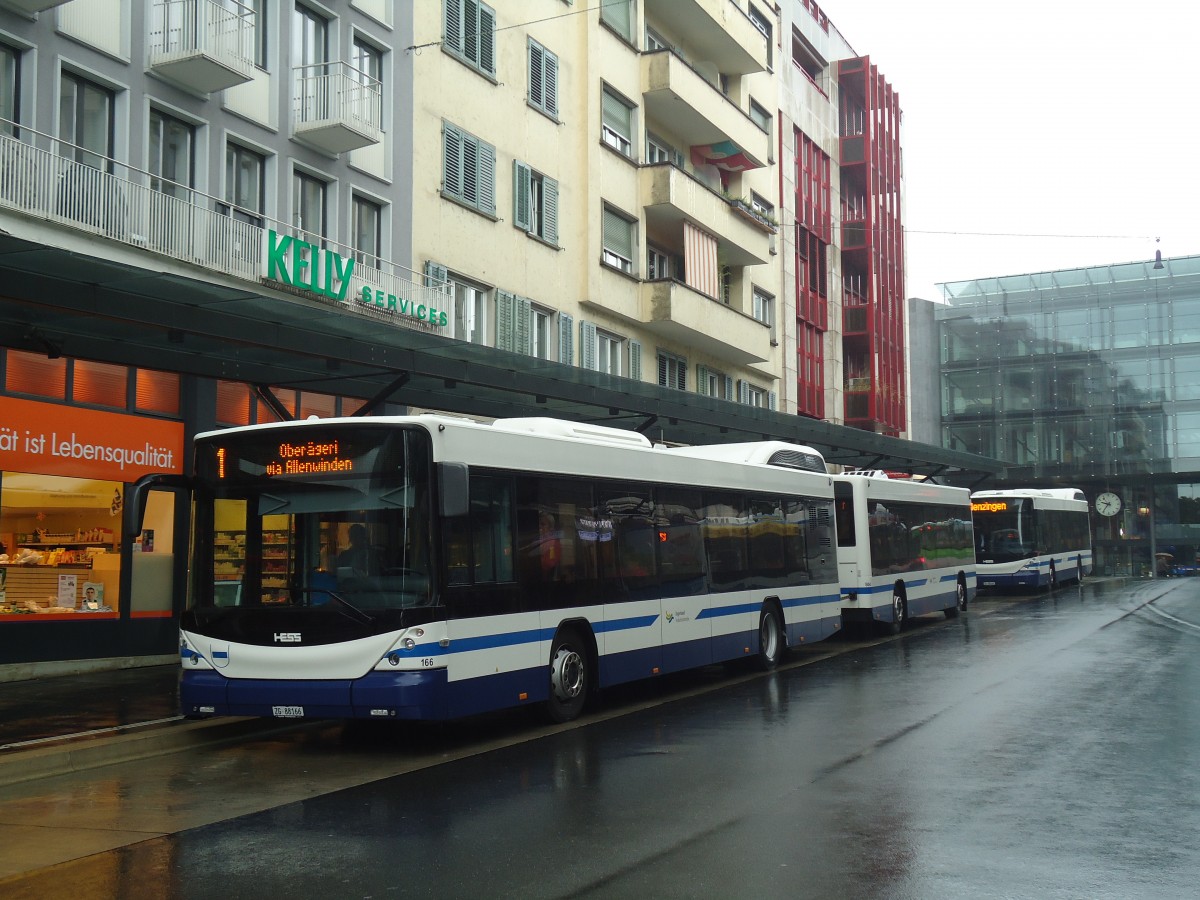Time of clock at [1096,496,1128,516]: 9:36
